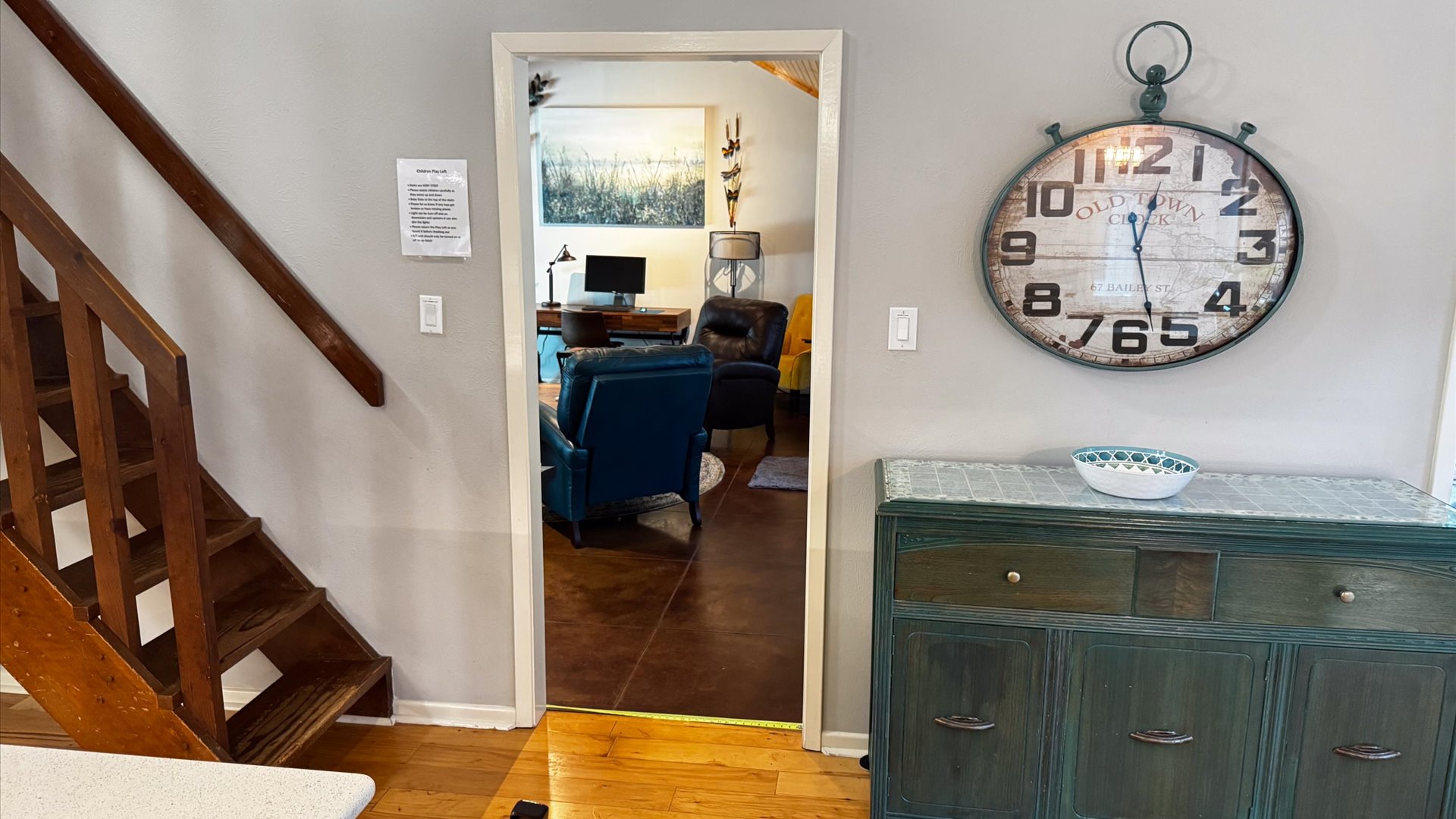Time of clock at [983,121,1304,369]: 12:27
